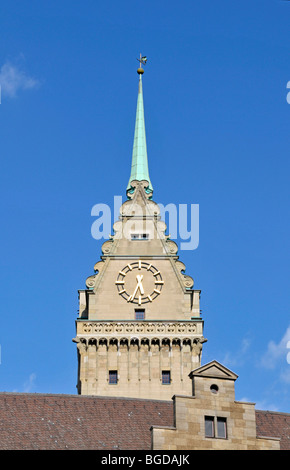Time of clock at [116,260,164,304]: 5:33
